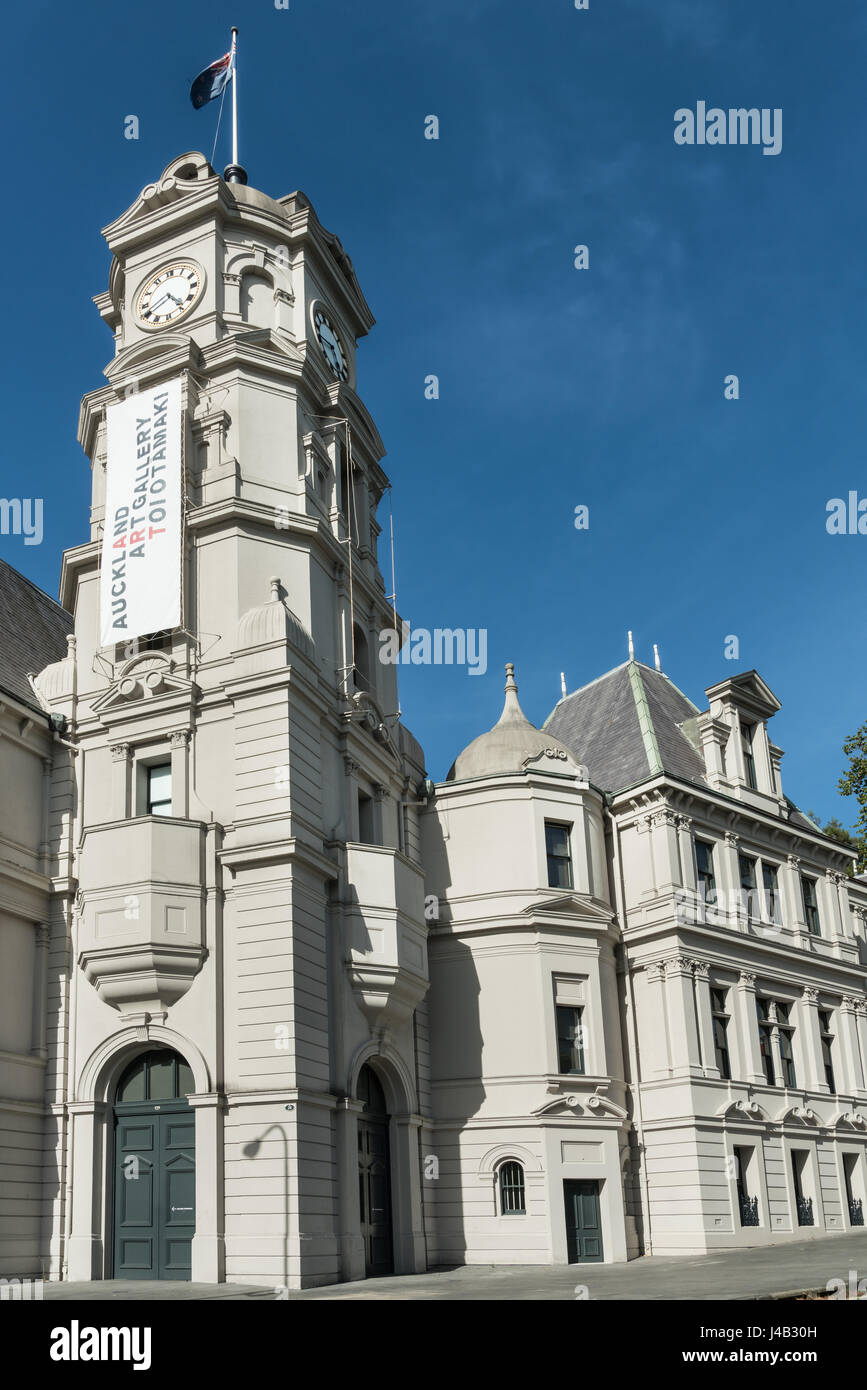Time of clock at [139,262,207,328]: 4:40
